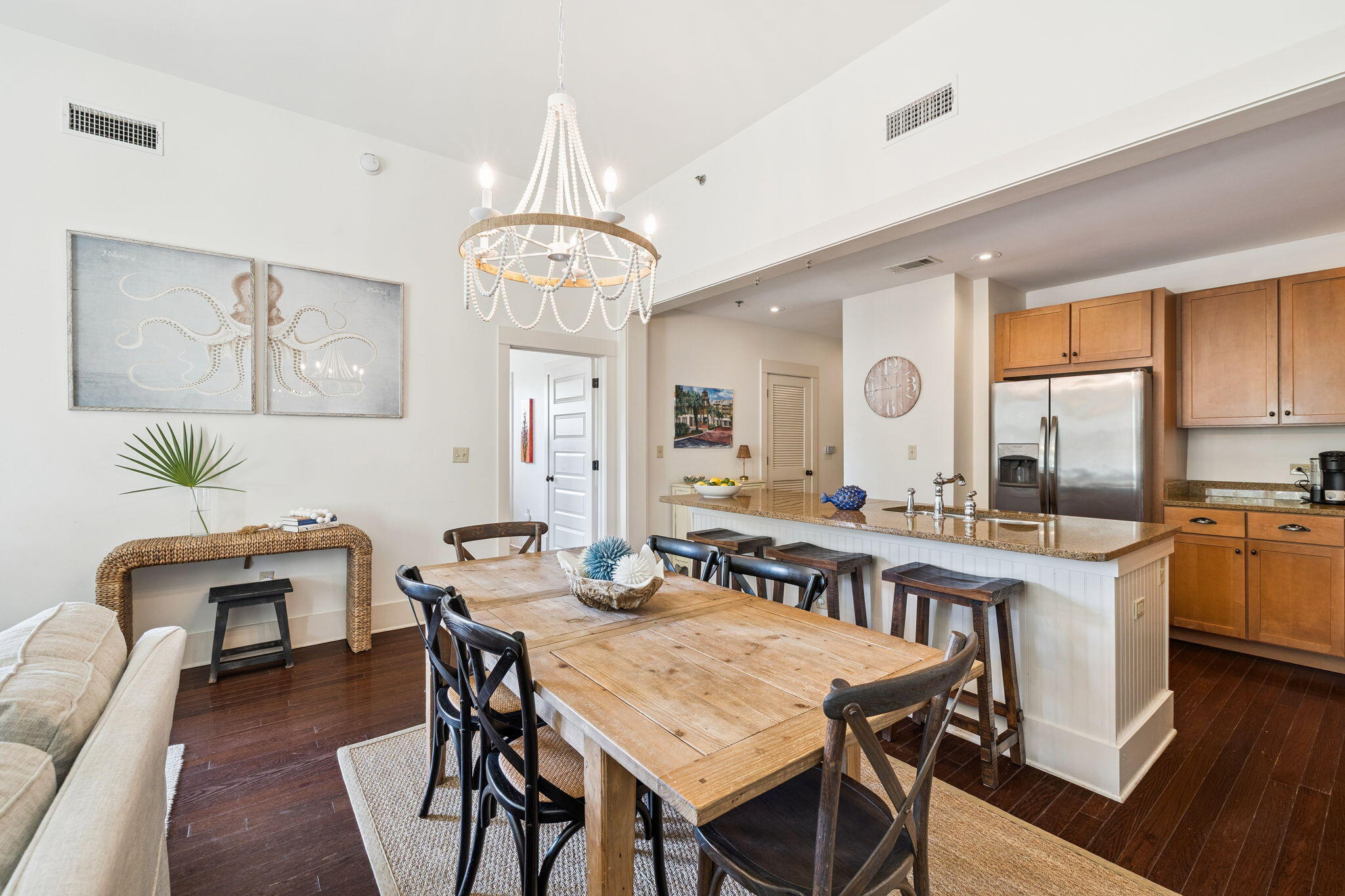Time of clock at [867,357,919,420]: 10:43
